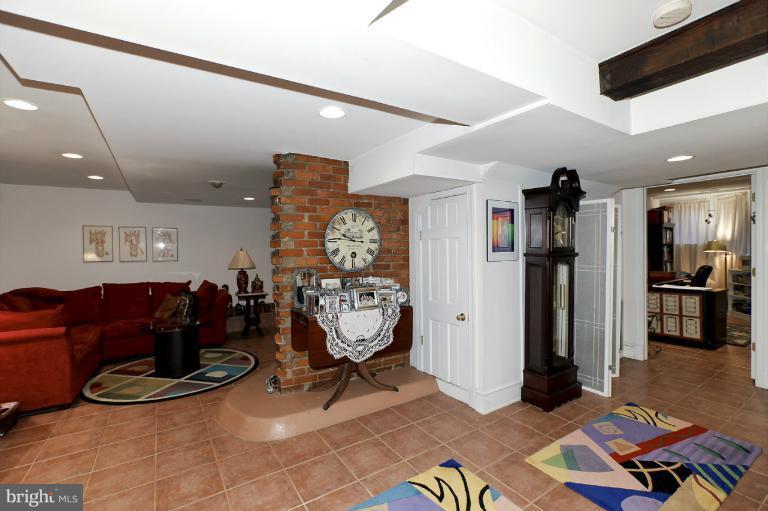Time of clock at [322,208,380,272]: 9:45
